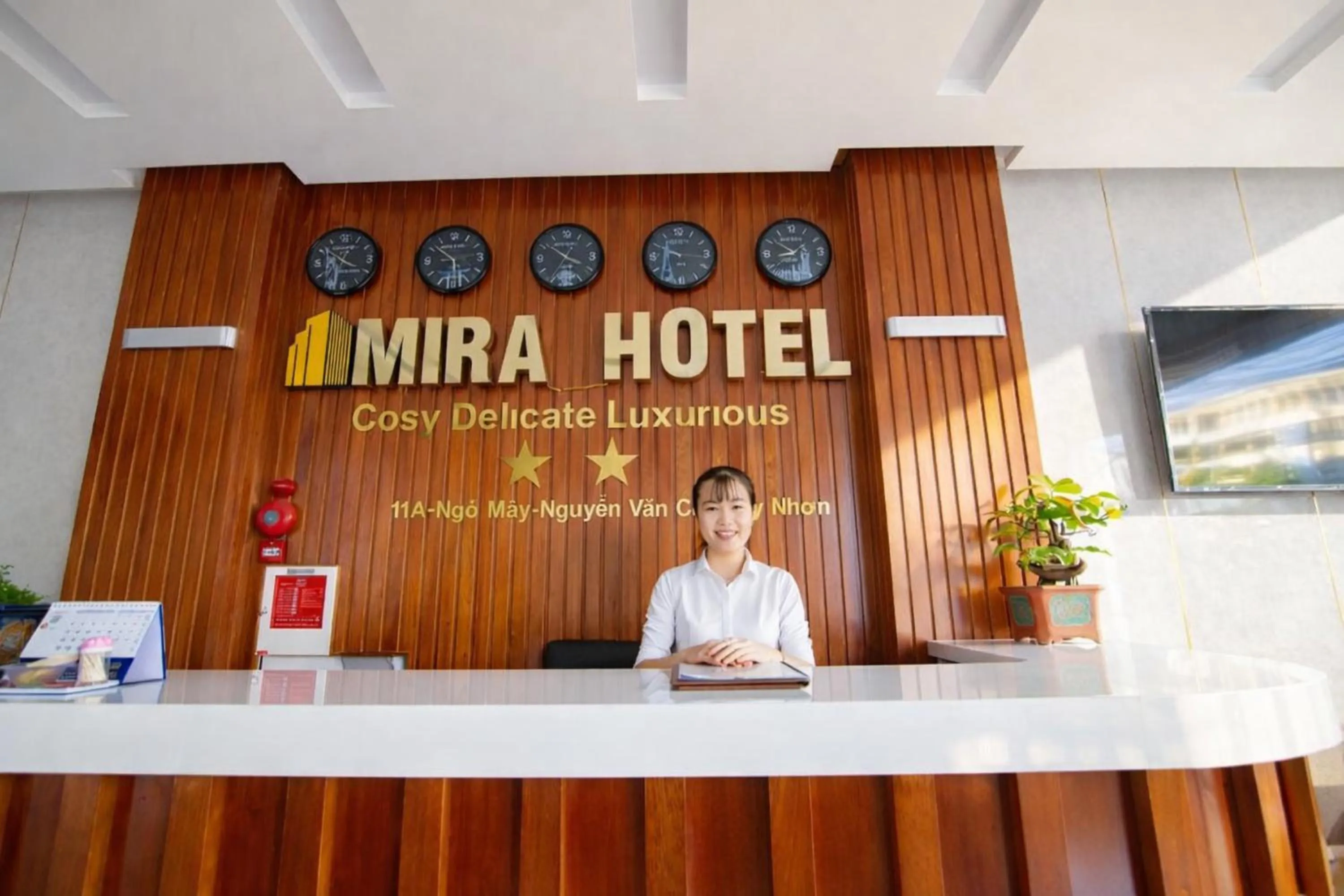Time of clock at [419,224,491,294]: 5:51
